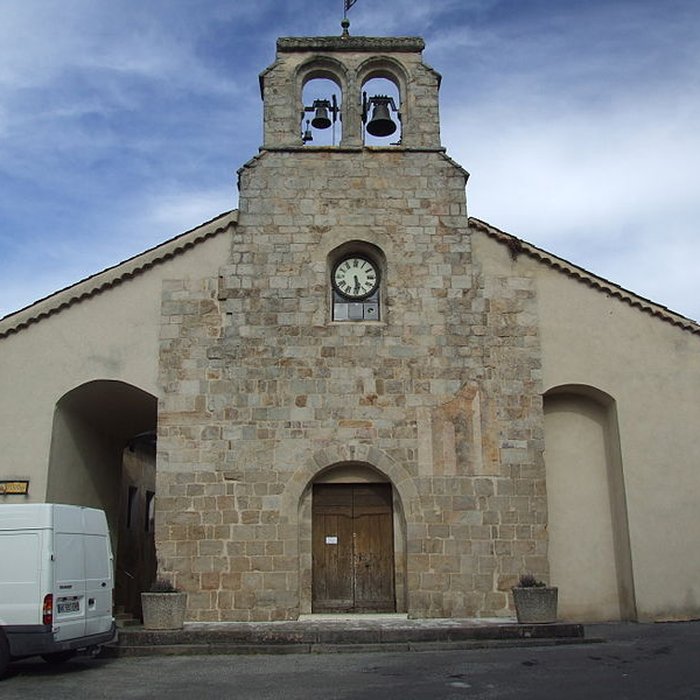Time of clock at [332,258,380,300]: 5:29
